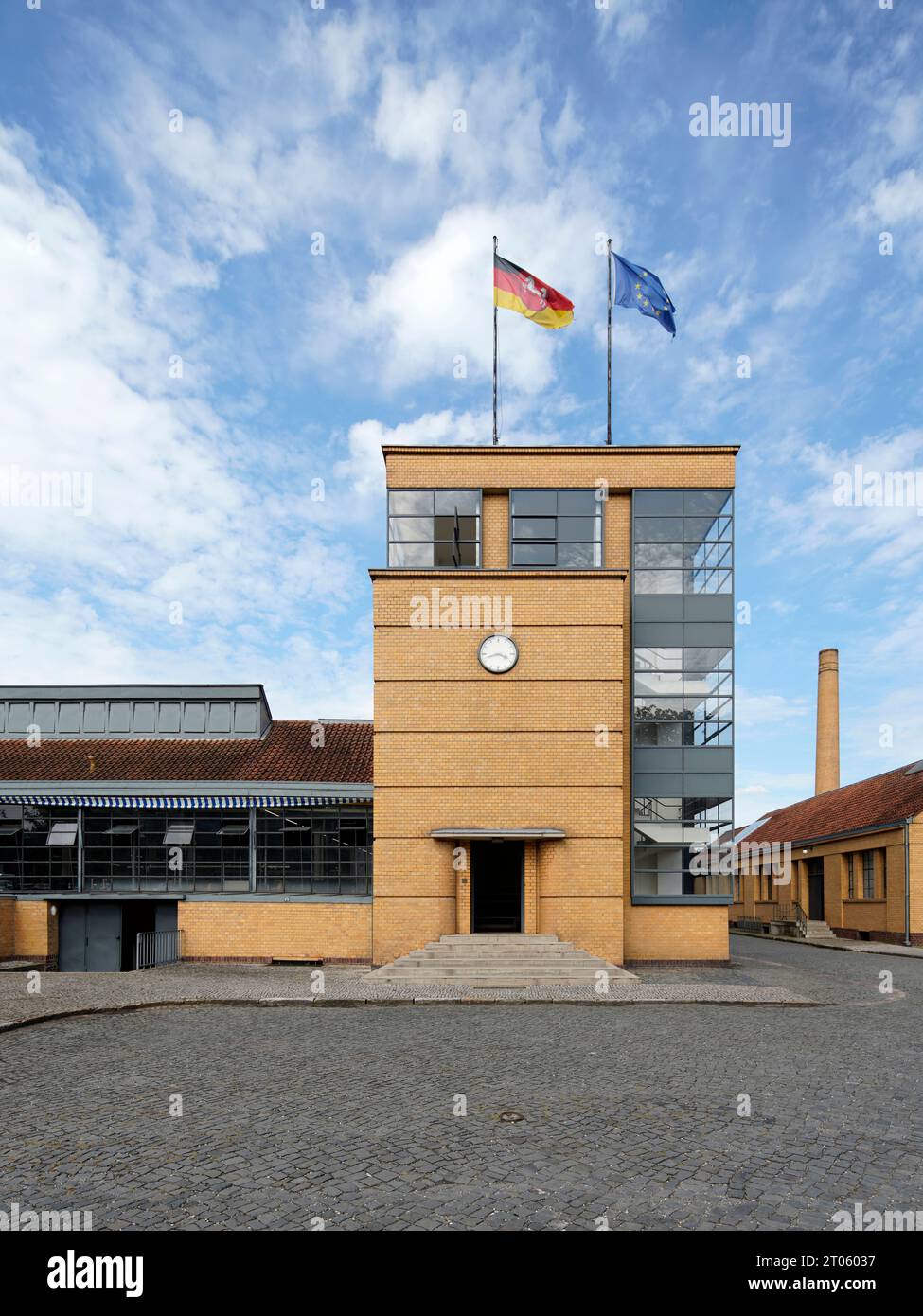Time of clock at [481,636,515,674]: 3:42
